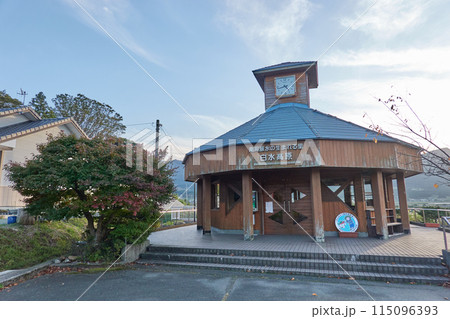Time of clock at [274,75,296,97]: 4:42
